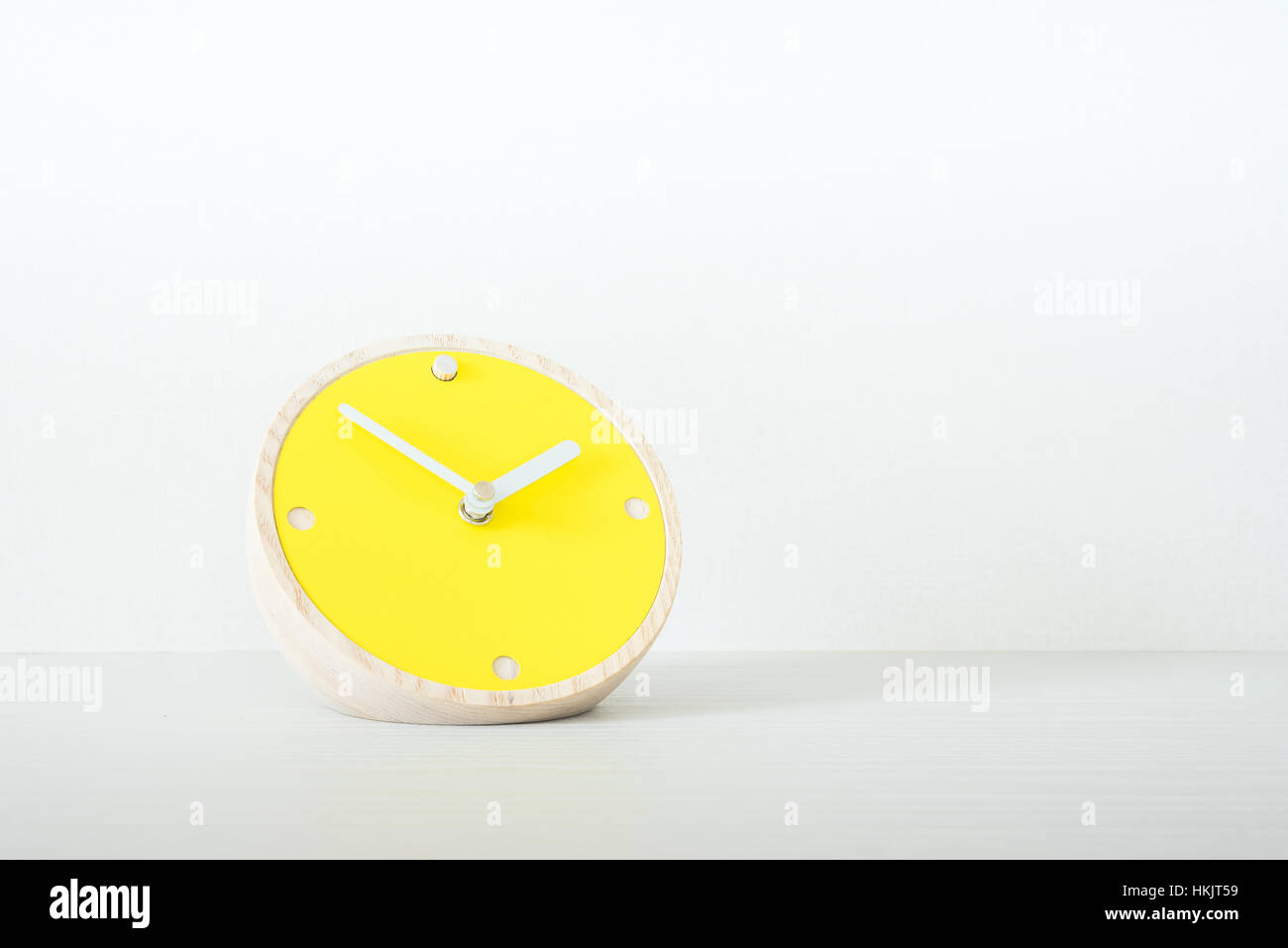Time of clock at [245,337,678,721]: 1:51
